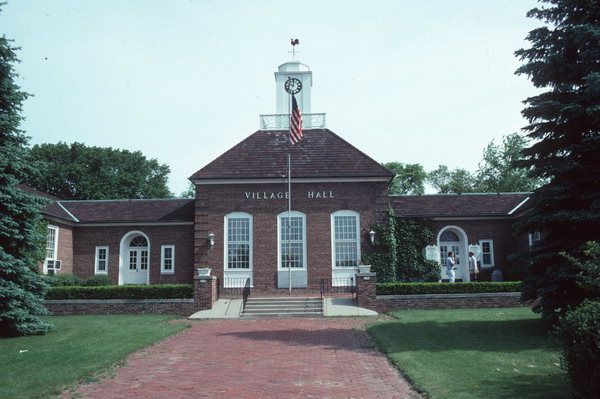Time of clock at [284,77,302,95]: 10:00
